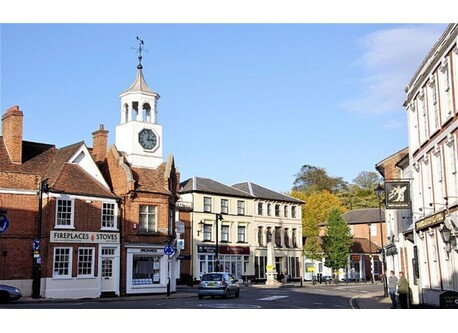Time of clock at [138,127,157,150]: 3:01
